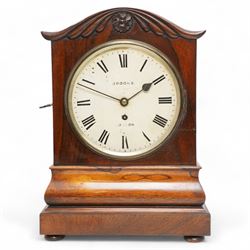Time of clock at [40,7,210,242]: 1:49
